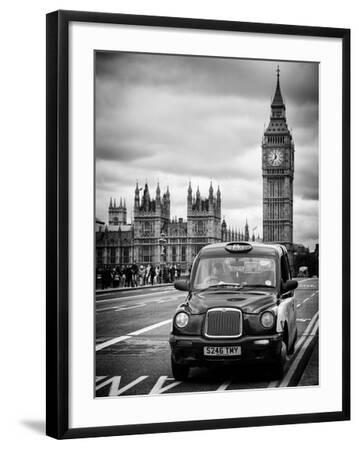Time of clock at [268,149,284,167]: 11:36
